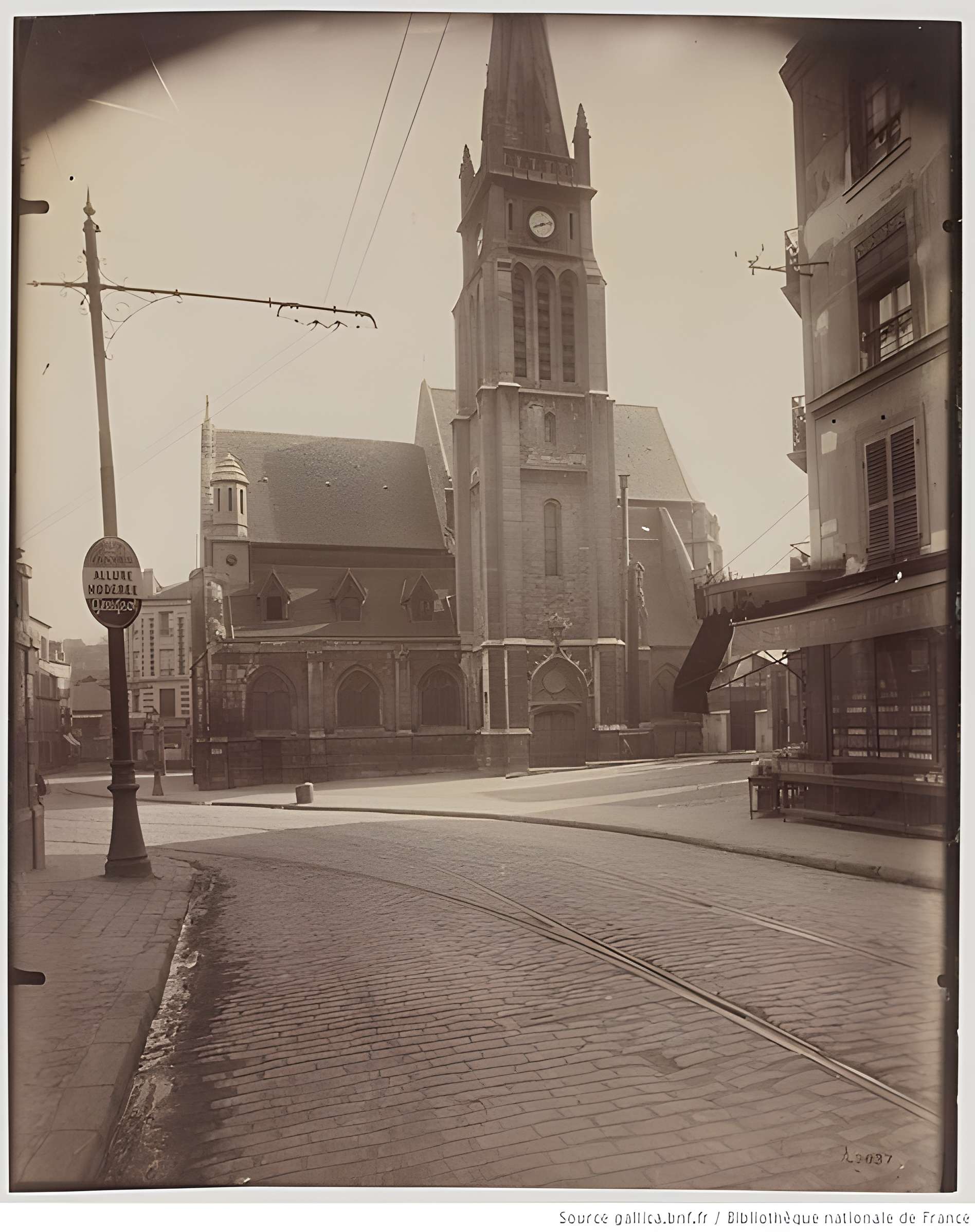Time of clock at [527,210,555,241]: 8:12
